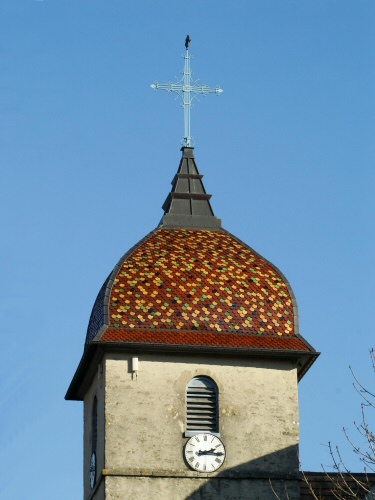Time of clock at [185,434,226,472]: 2:15
